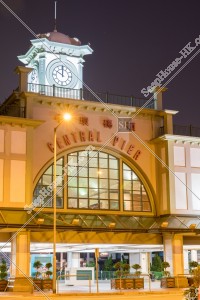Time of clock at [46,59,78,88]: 10:00
